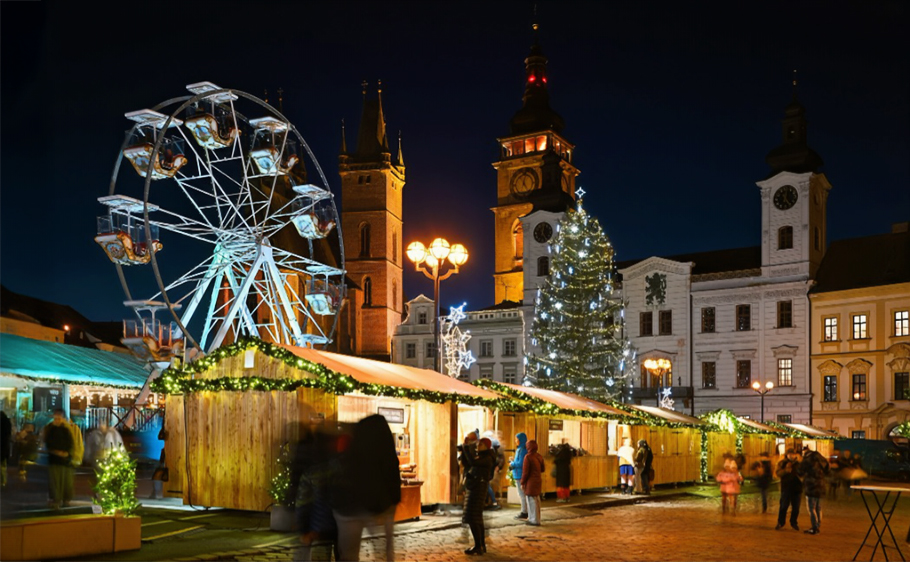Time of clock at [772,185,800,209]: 12:24
